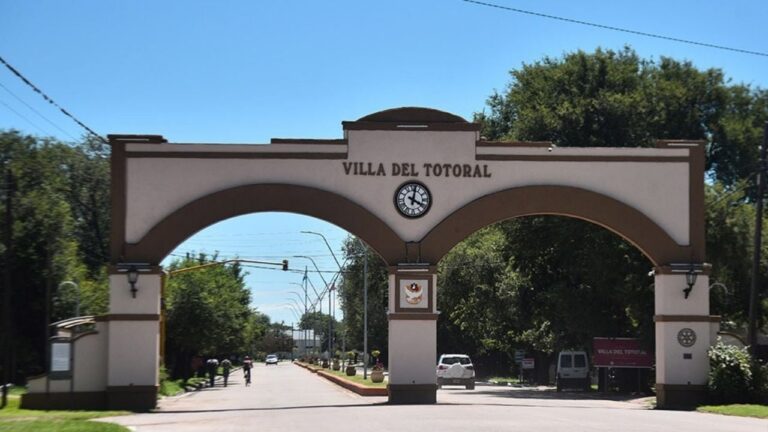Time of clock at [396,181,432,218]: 4:02
